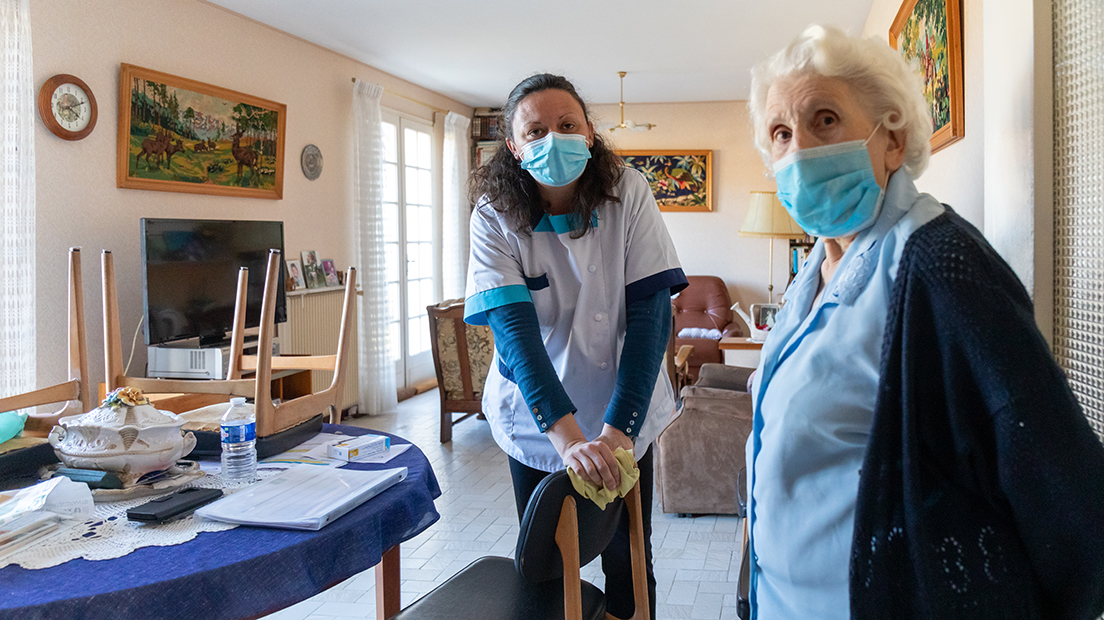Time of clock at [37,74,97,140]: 4:11
